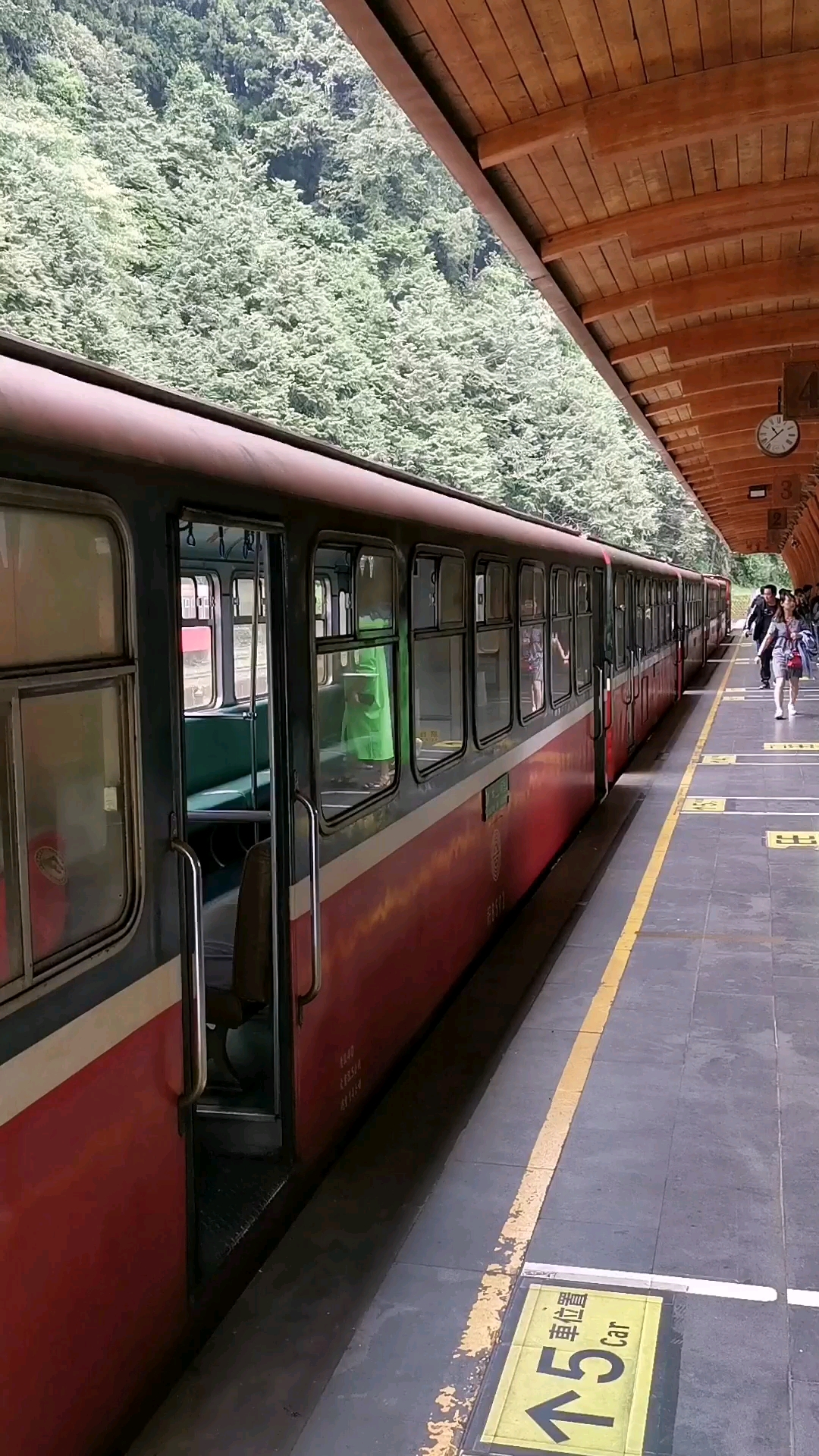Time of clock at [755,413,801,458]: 10:37
